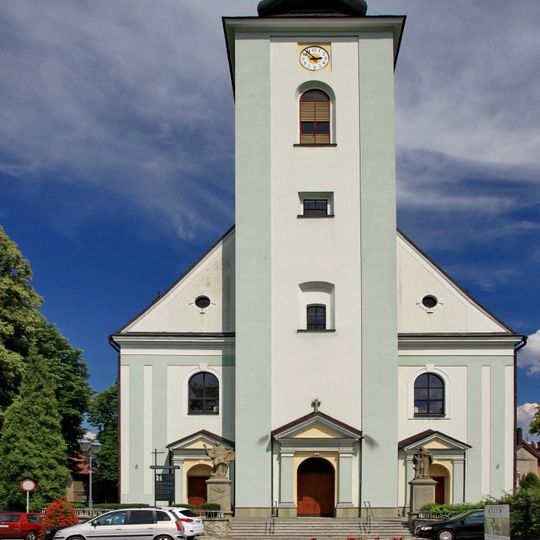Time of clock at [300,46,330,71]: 2:53
